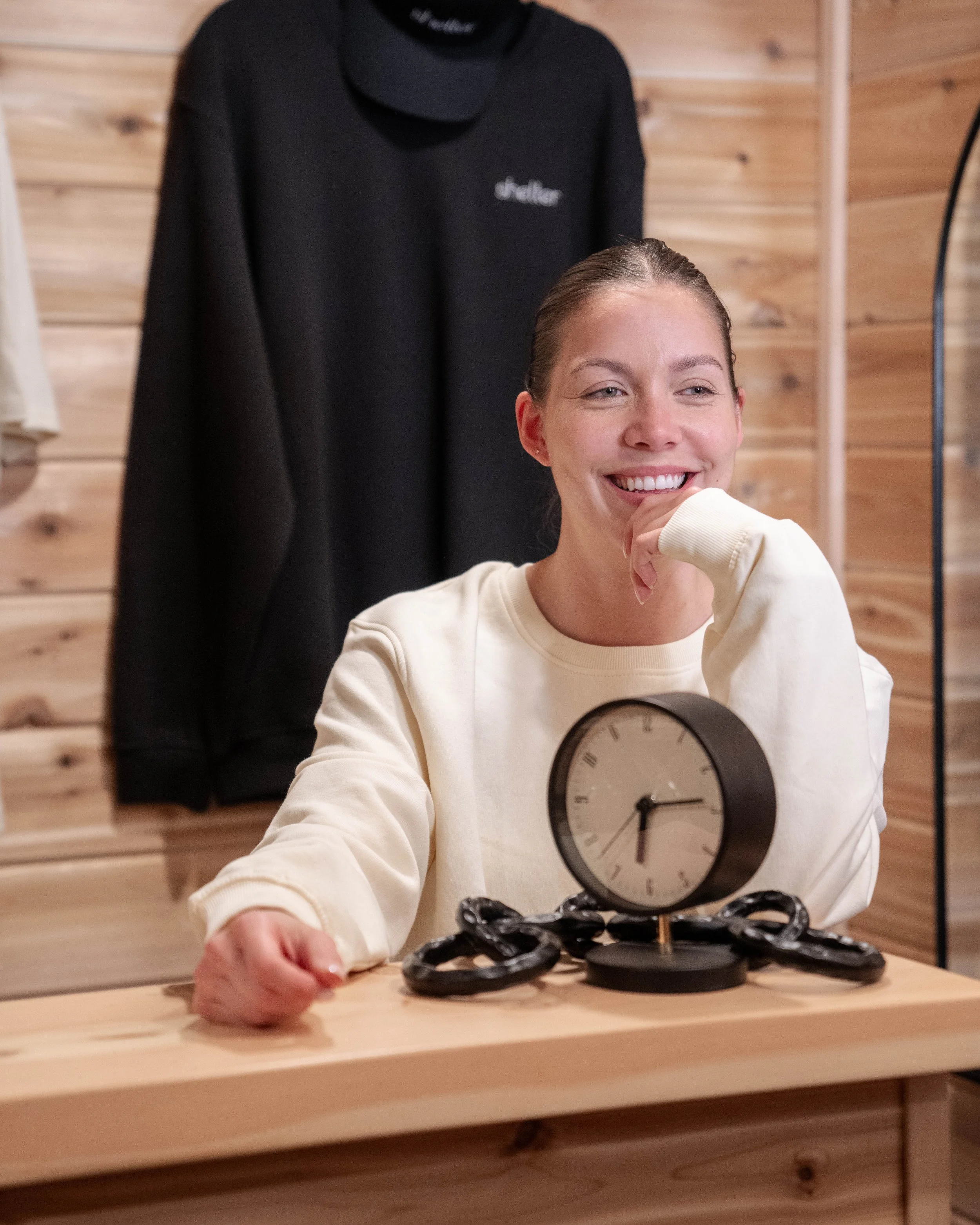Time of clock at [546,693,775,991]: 6:13
